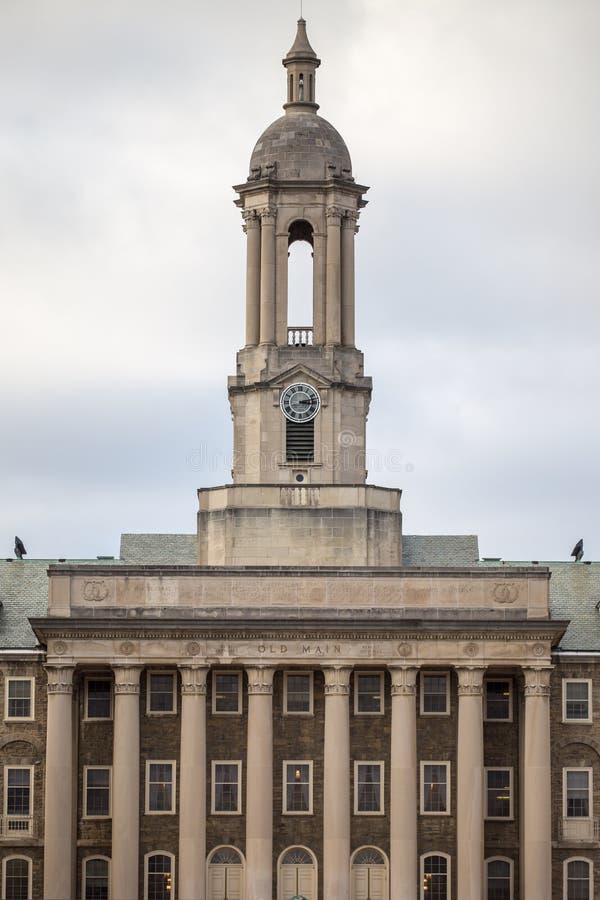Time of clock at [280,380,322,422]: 3:12
